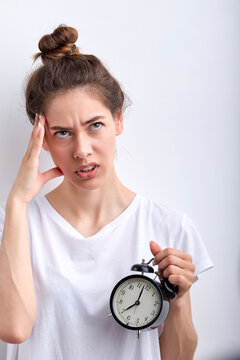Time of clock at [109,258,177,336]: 8:03
